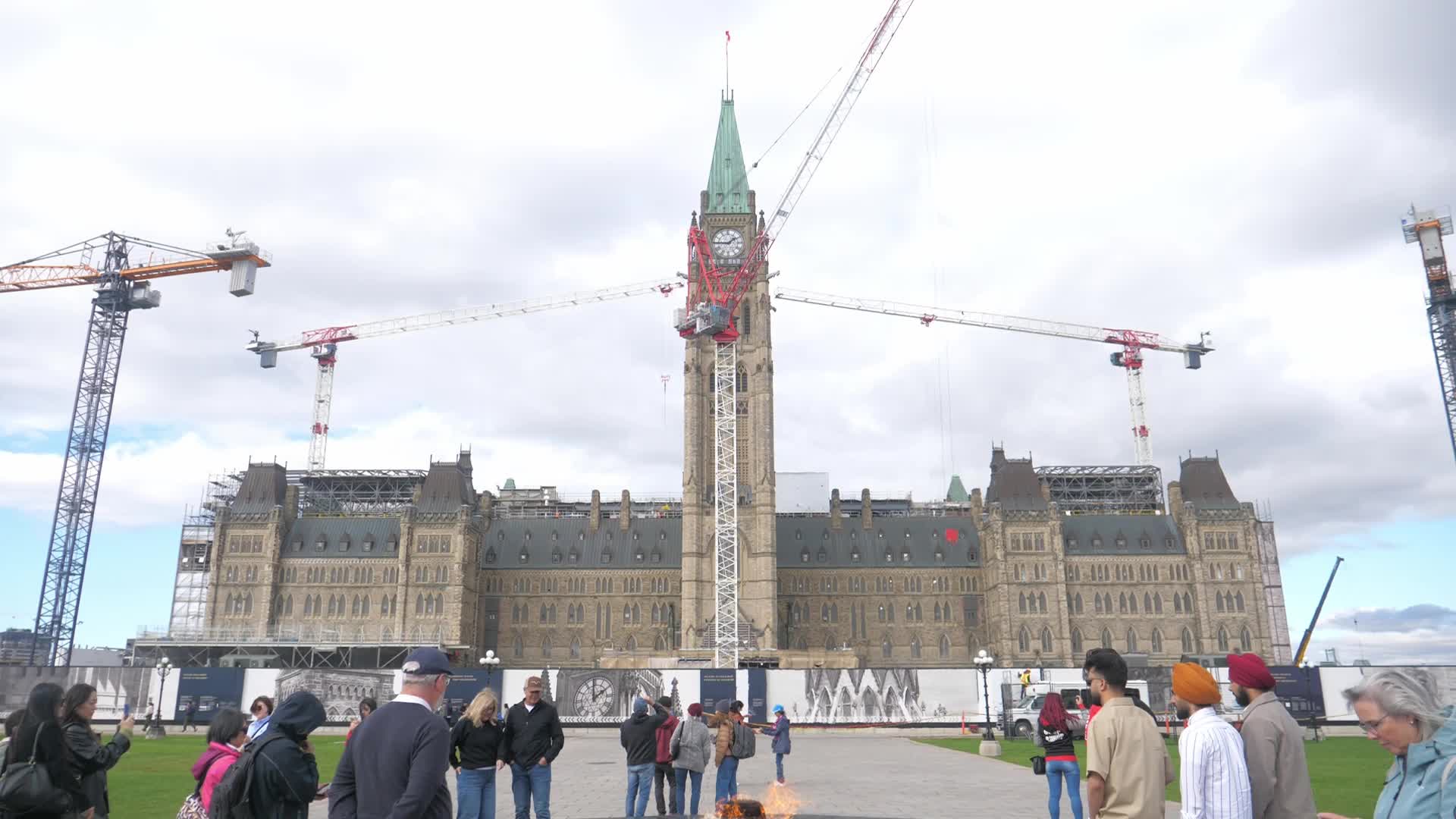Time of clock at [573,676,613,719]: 1:59
